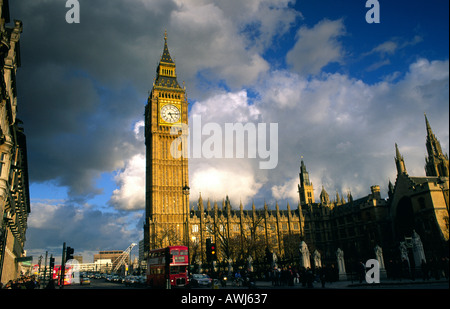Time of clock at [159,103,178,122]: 5:13
